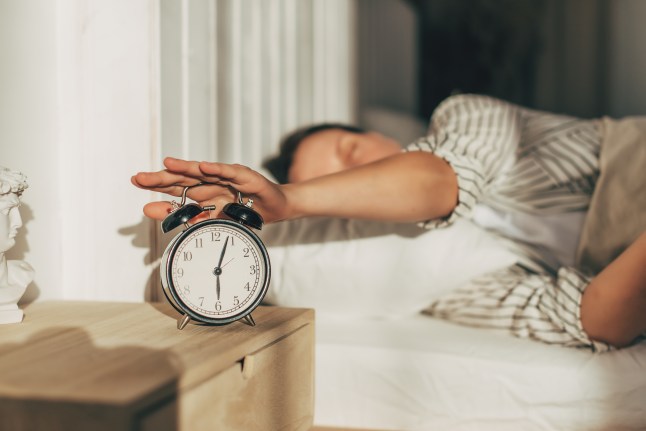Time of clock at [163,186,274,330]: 6:03
